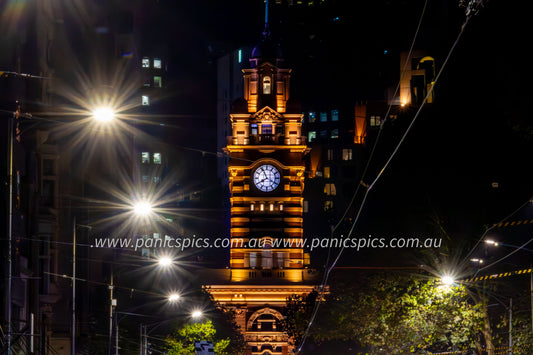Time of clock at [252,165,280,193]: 7:55
